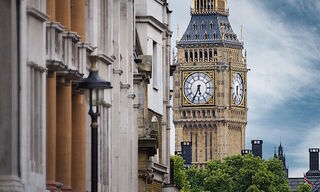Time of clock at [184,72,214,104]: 5:34
